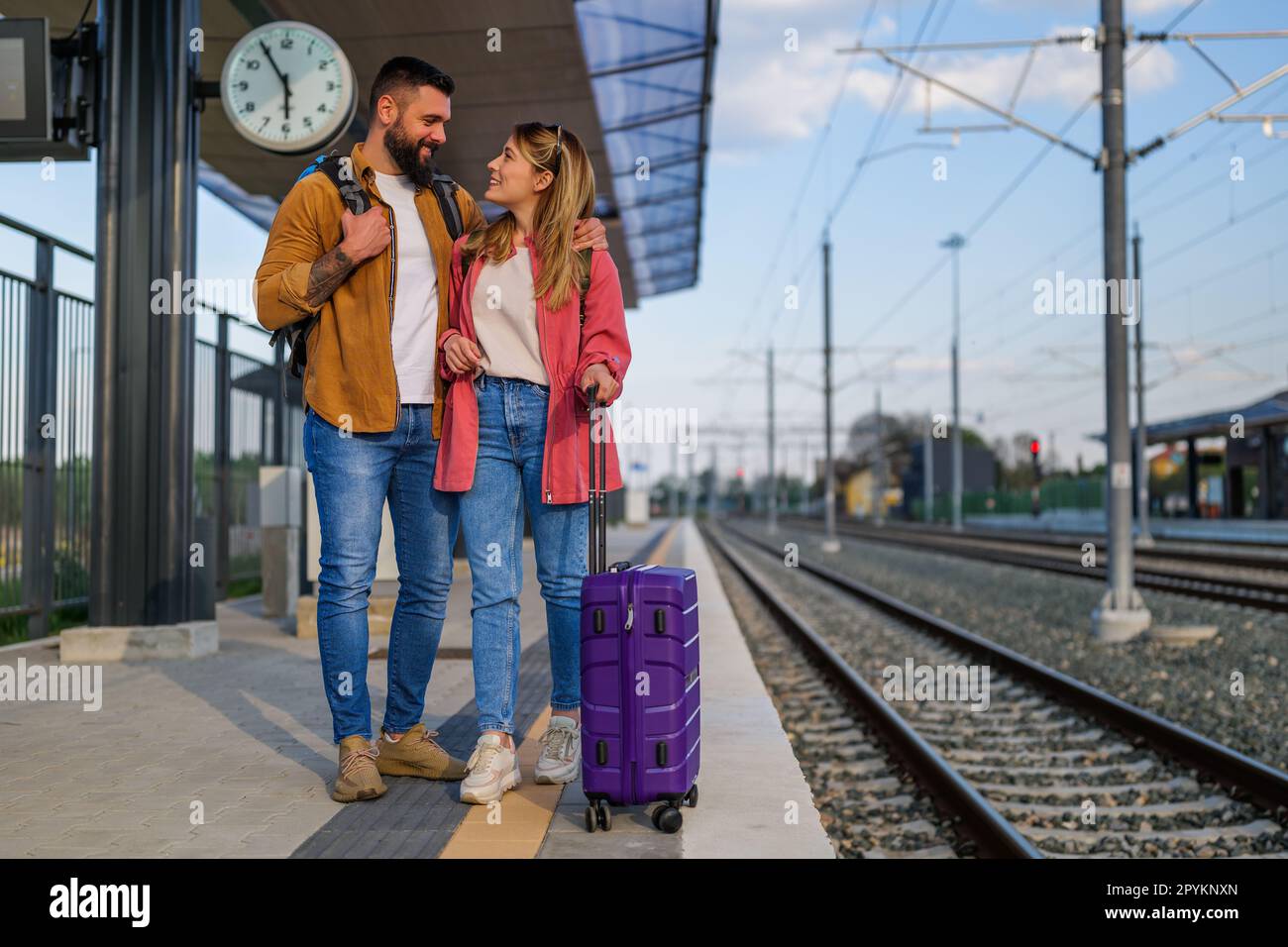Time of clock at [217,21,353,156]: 5:54
